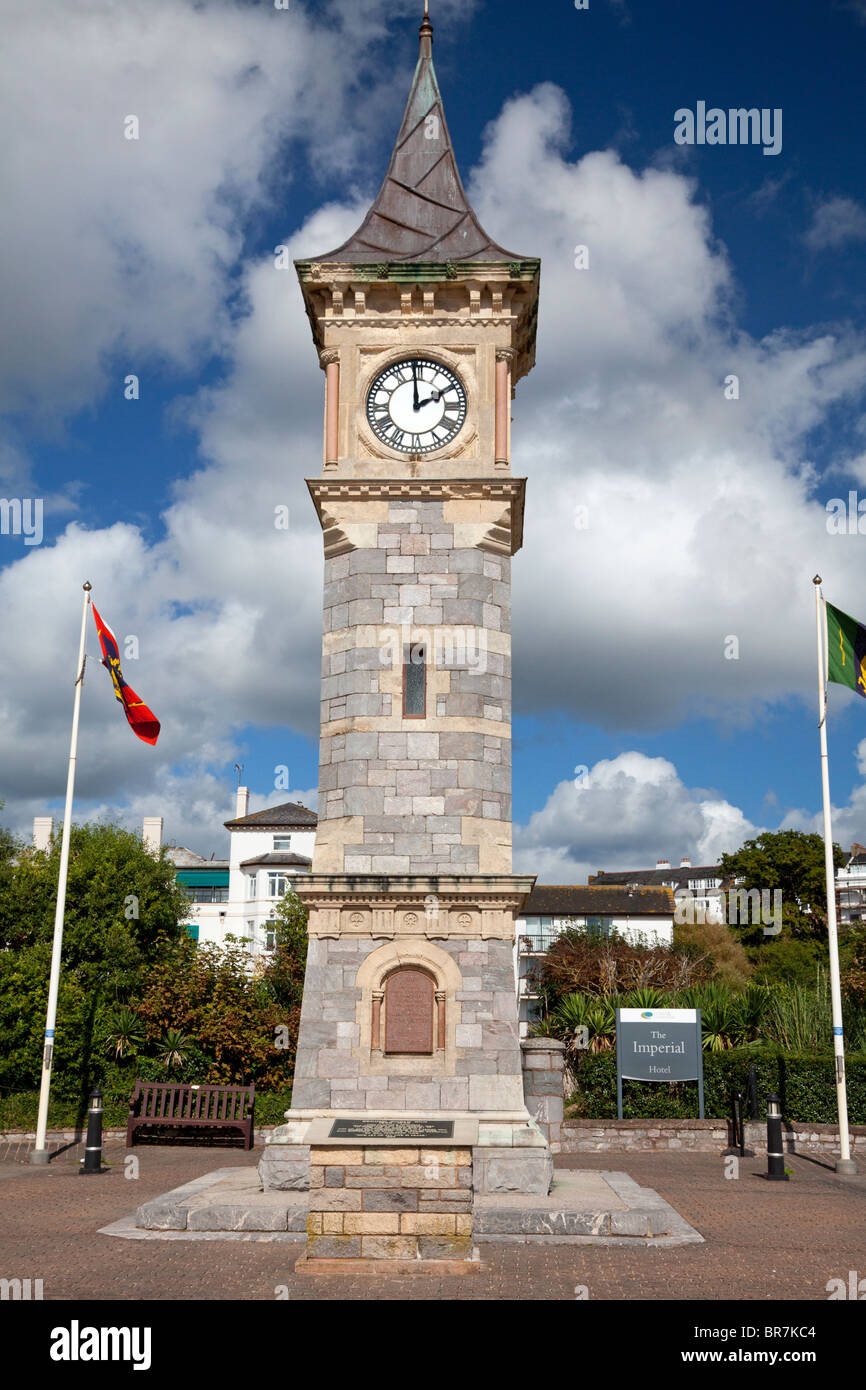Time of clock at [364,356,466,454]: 1:59
